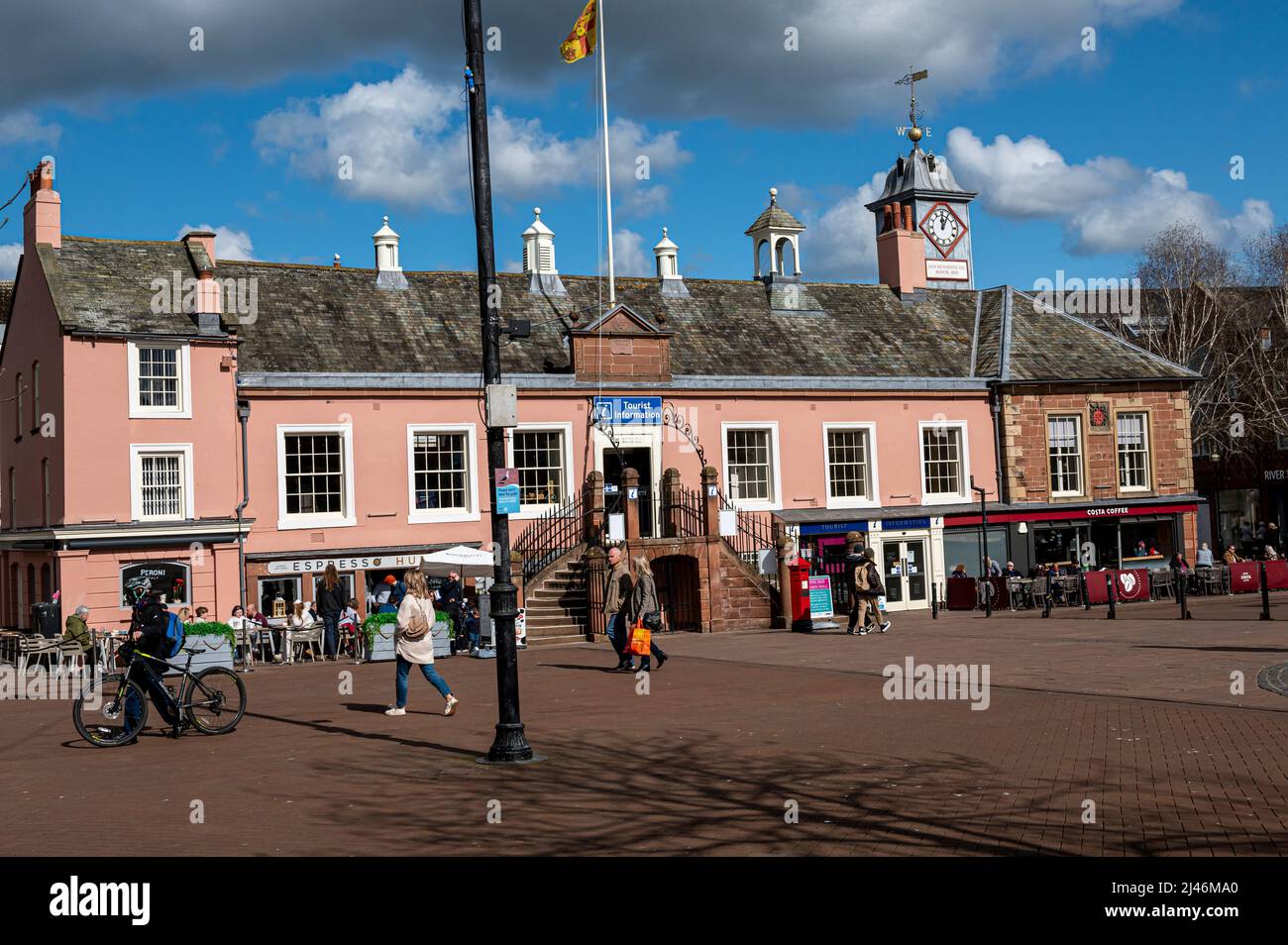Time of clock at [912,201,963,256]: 12:05
